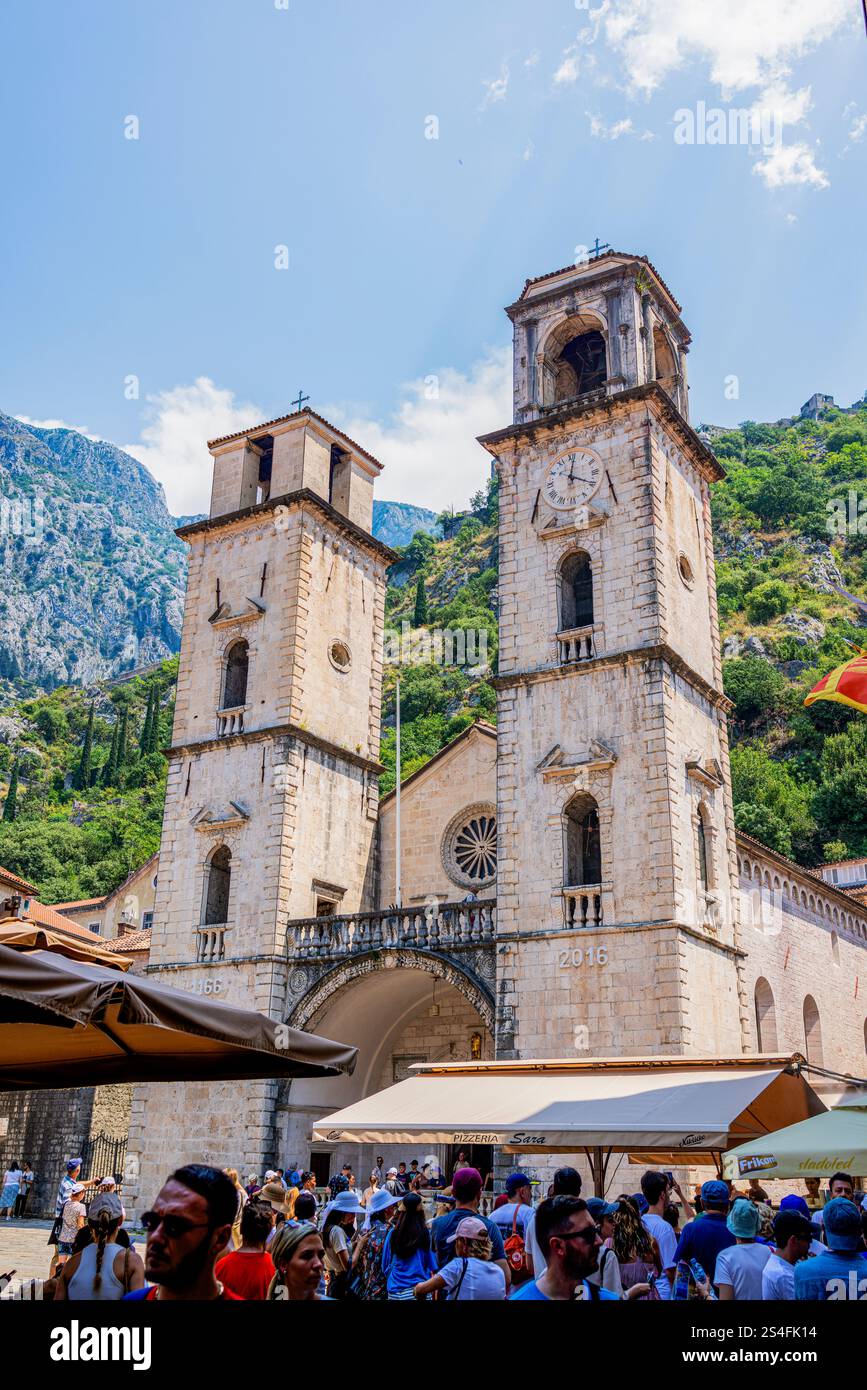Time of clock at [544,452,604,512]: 12:19
